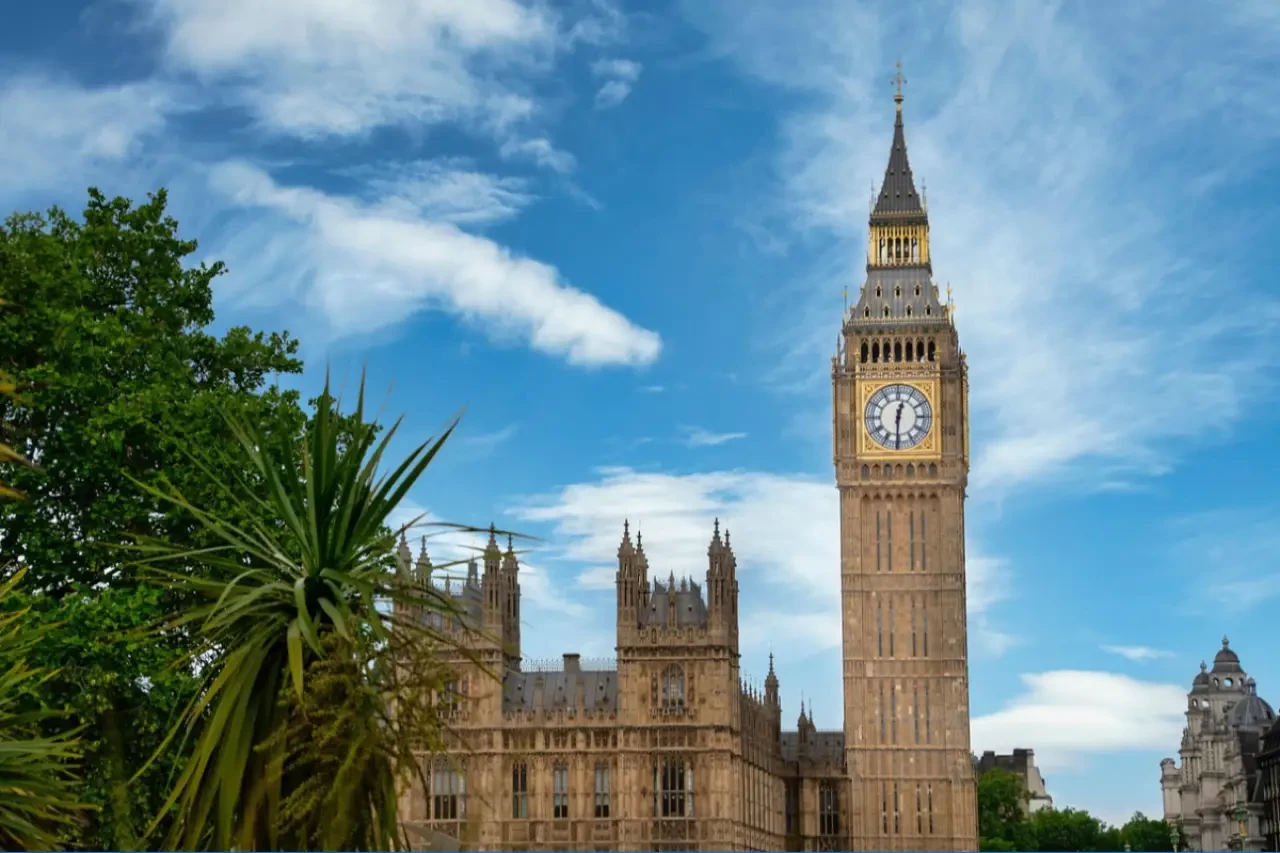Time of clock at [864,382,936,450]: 12:30
